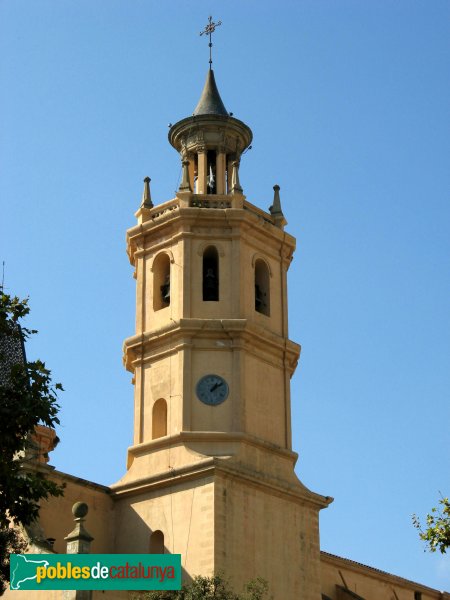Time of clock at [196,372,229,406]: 1:09
